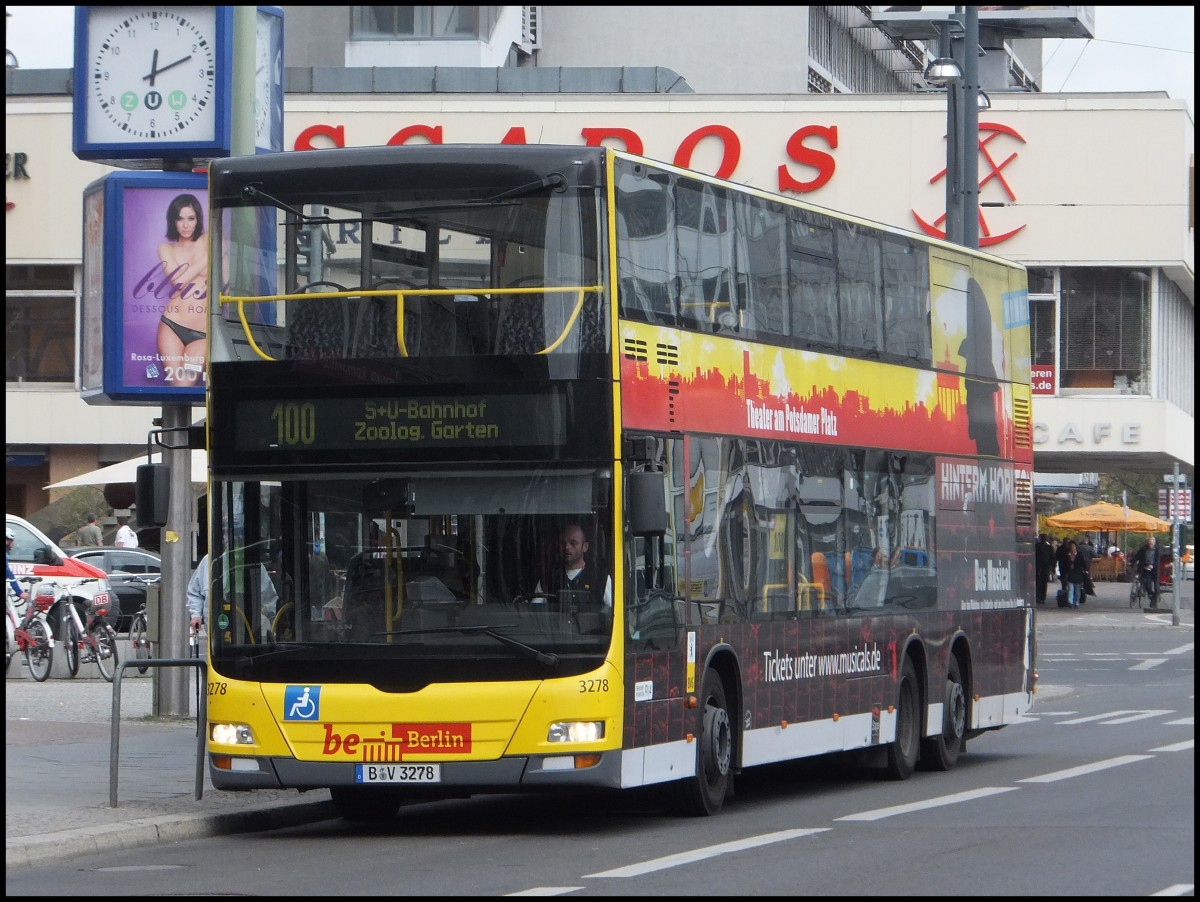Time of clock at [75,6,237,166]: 12:11
